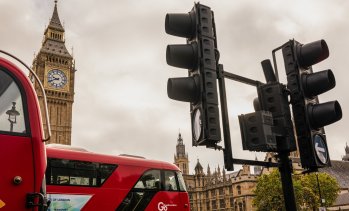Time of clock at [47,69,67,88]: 9:41
